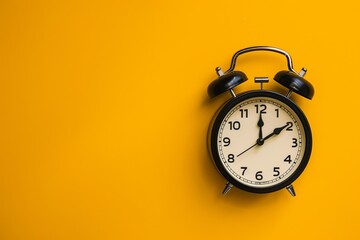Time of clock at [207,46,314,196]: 12:09
